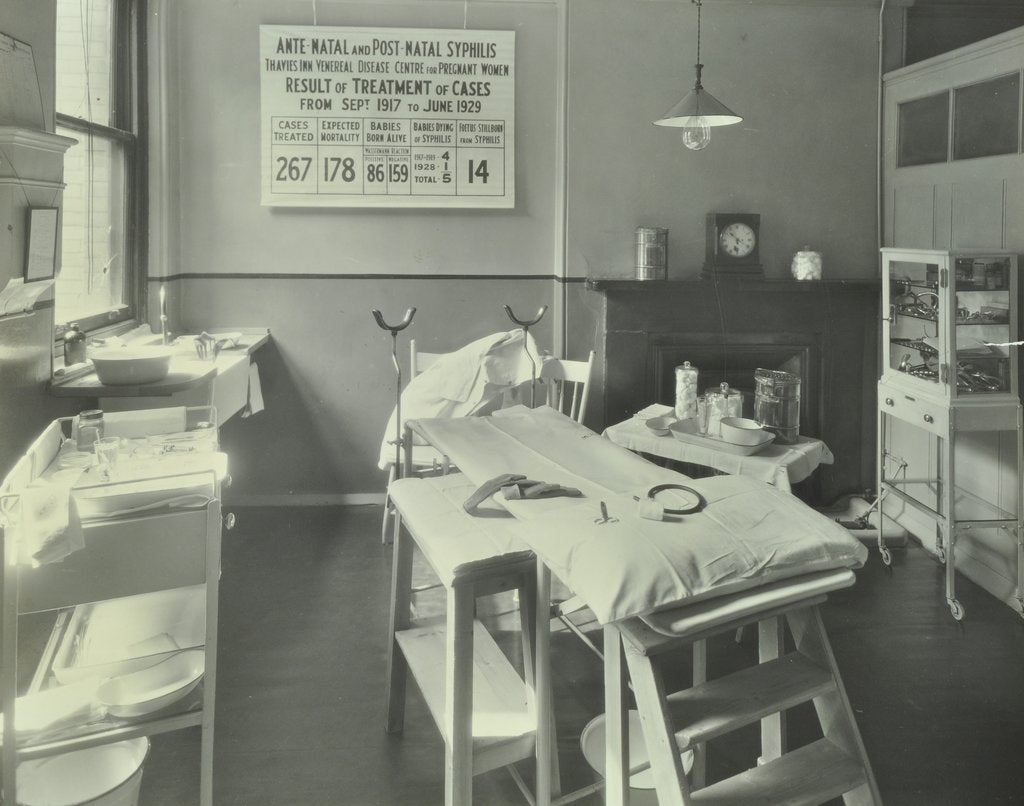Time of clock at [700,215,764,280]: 10:32
